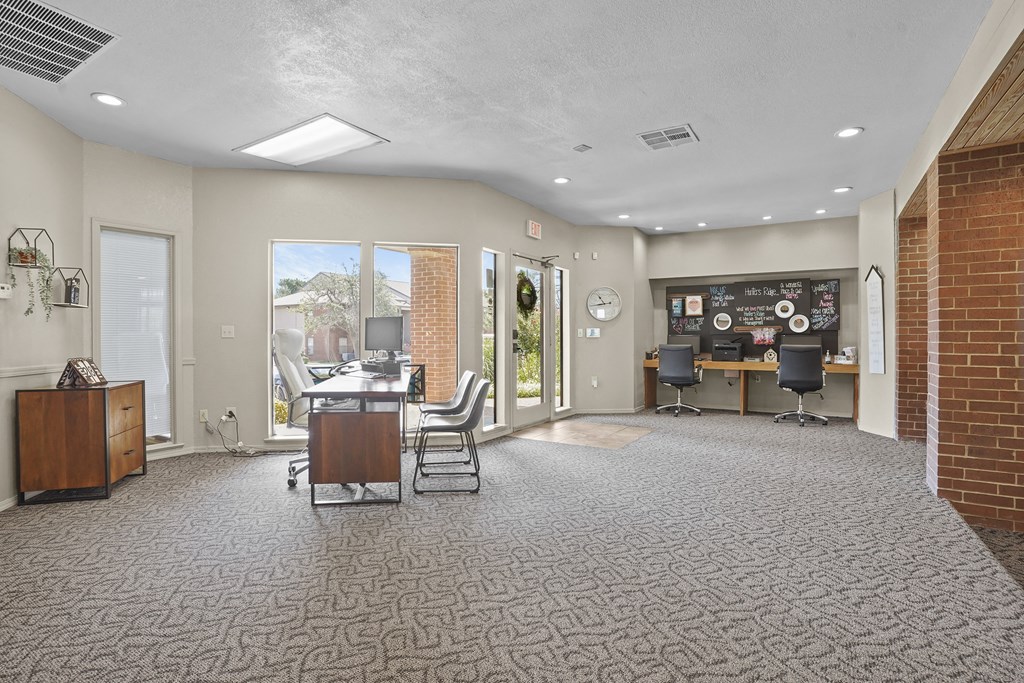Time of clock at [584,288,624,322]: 10:43
